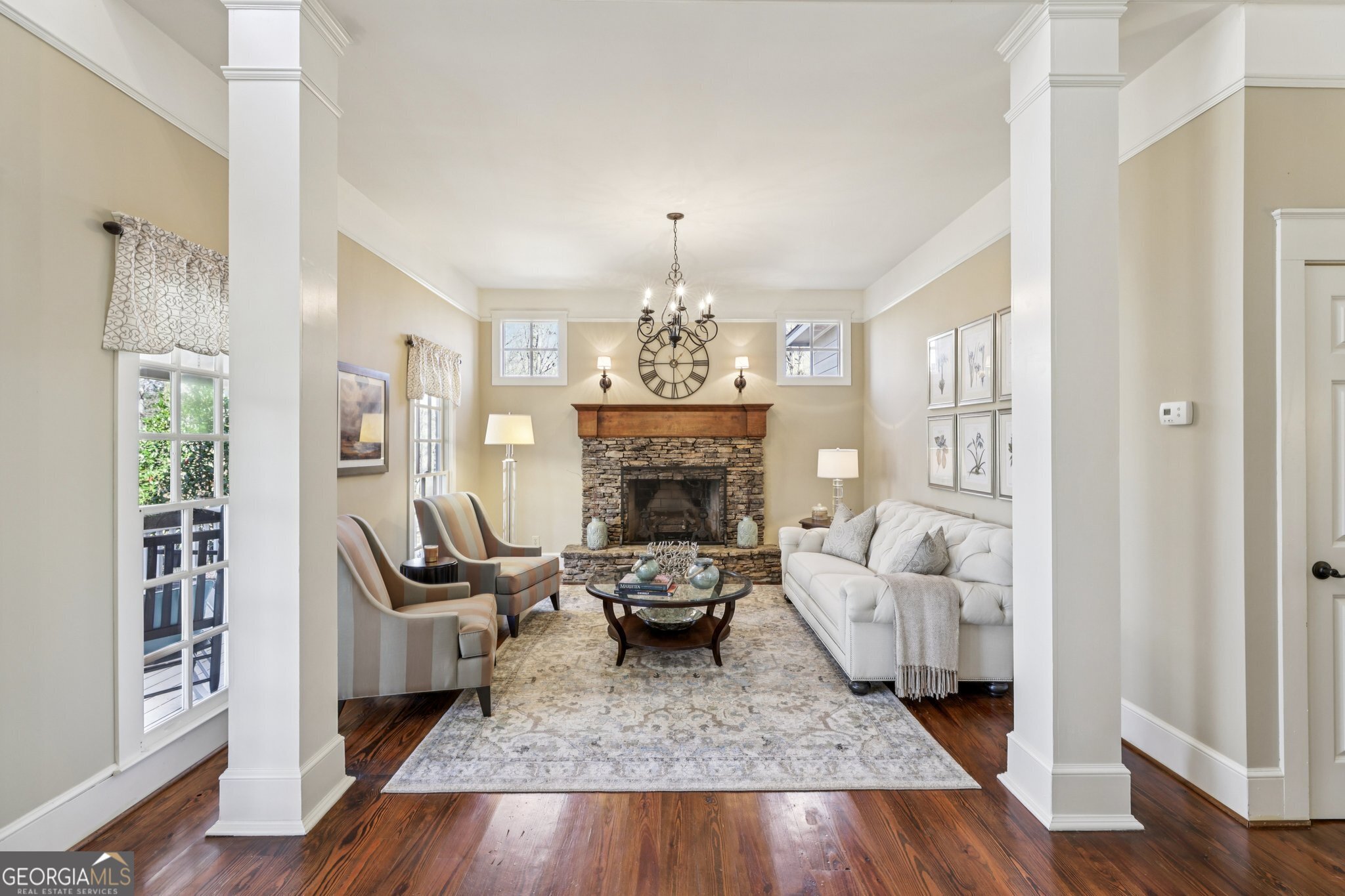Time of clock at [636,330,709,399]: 12:14
